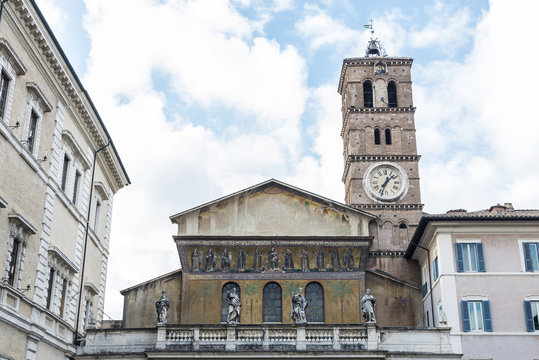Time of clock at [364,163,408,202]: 1:33
